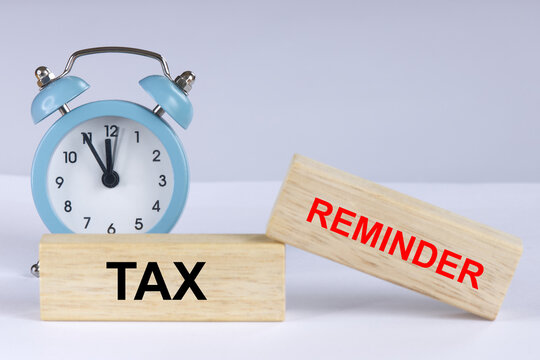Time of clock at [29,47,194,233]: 11:55
